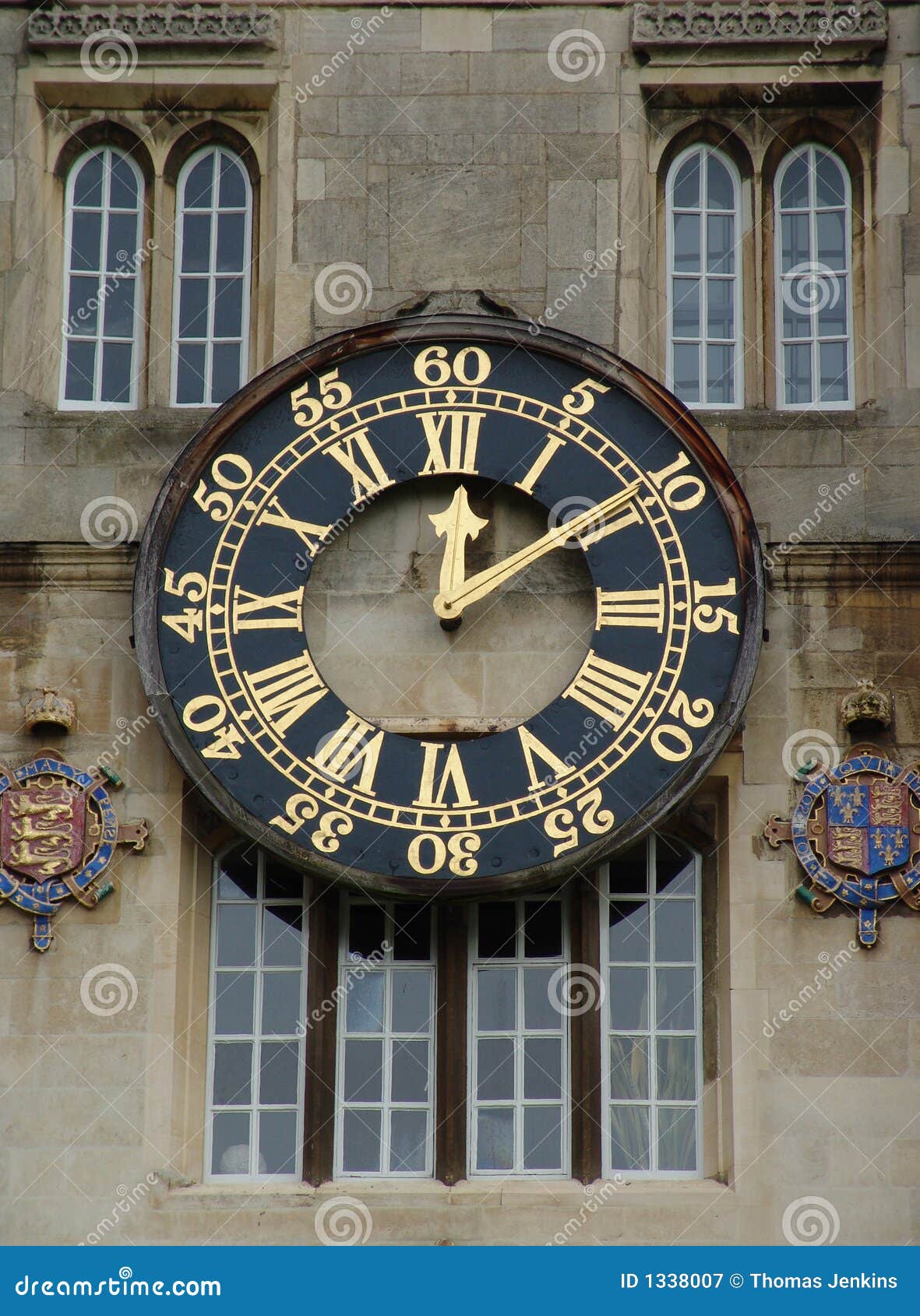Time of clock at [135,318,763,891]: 12:09
